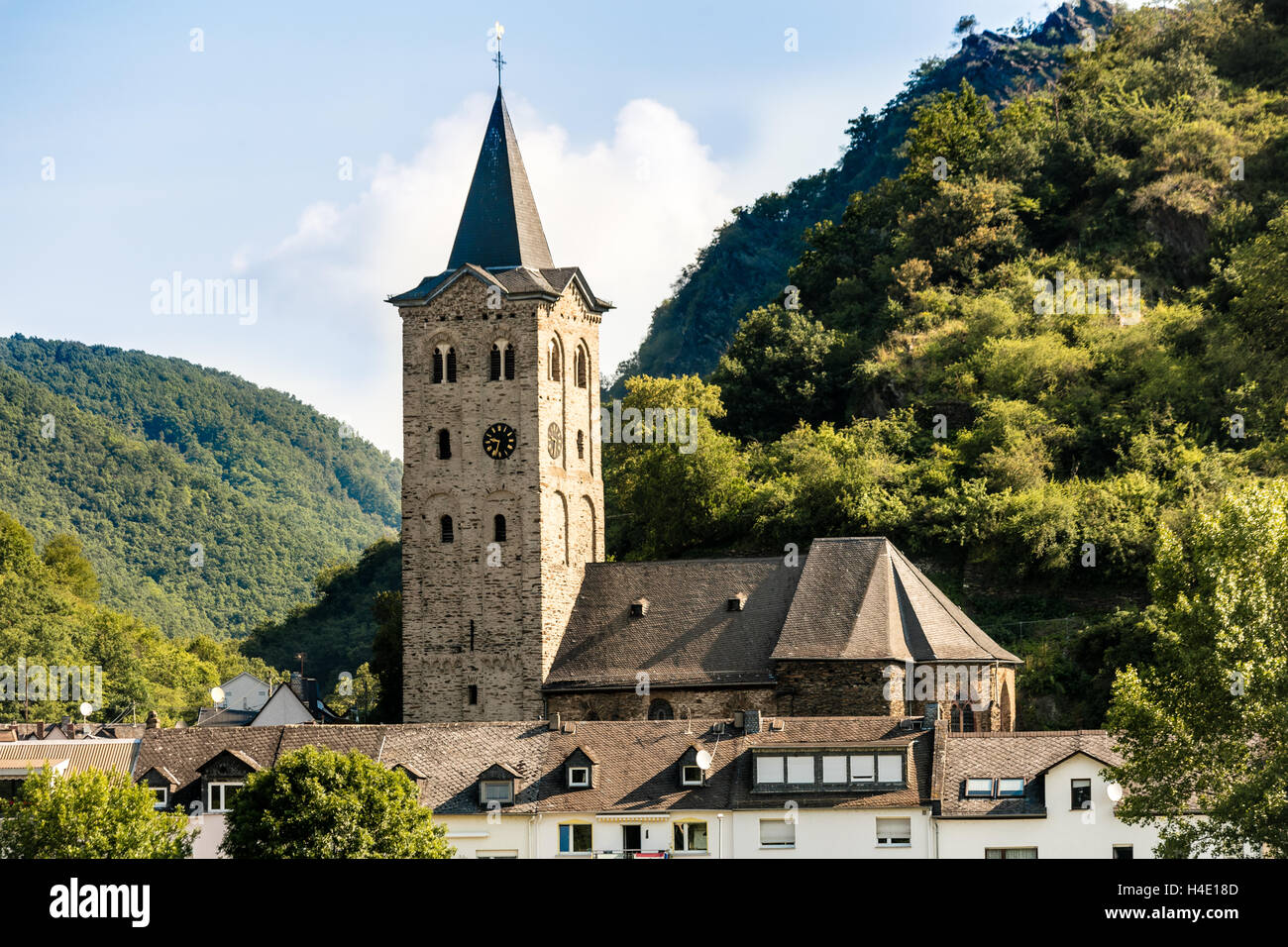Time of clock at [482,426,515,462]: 9:33
